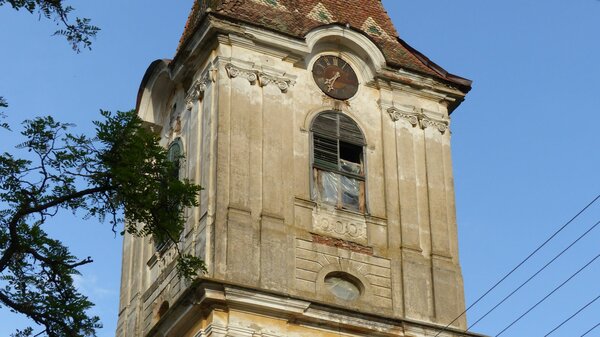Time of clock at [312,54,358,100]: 7:34
